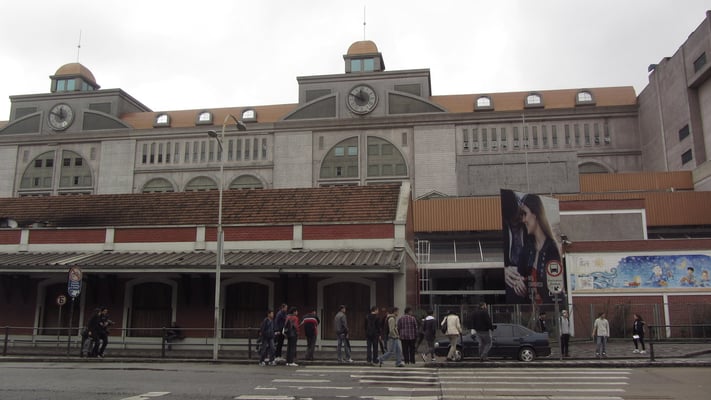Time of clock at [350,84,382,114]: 11:49
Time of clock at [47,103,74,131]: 11:48
